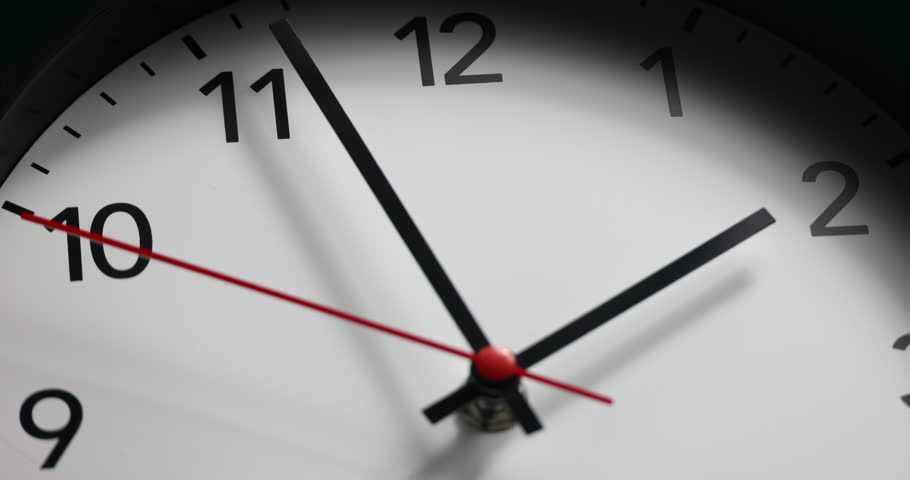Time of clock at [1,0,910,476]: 1:56
